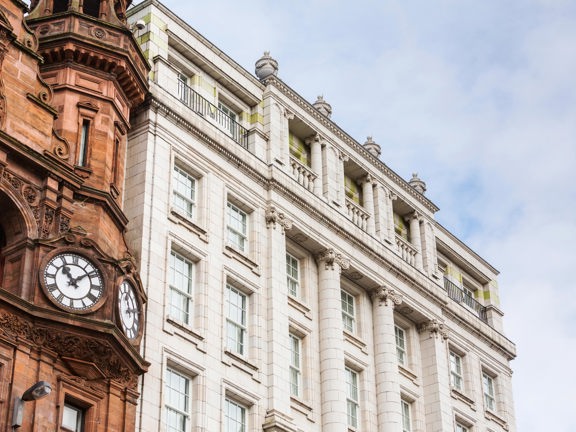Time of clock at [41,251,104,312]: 11:08
